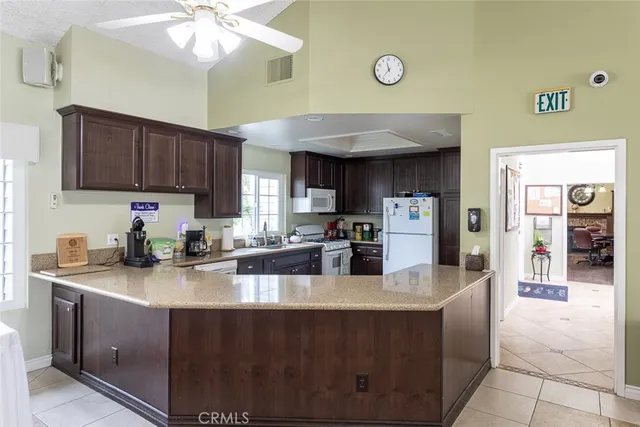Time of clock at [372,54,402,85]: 11:36
